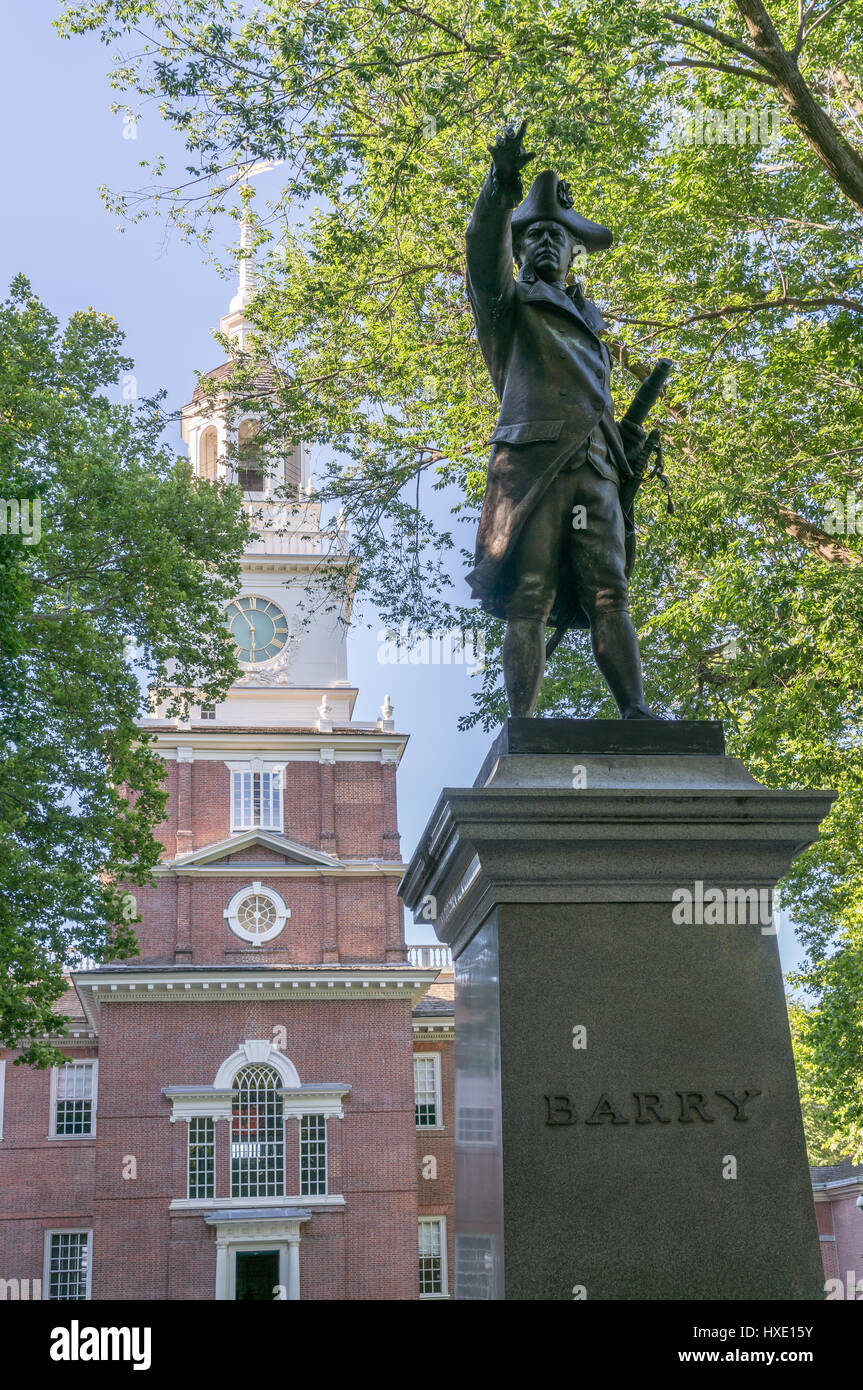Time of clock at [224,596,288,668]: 5:54
